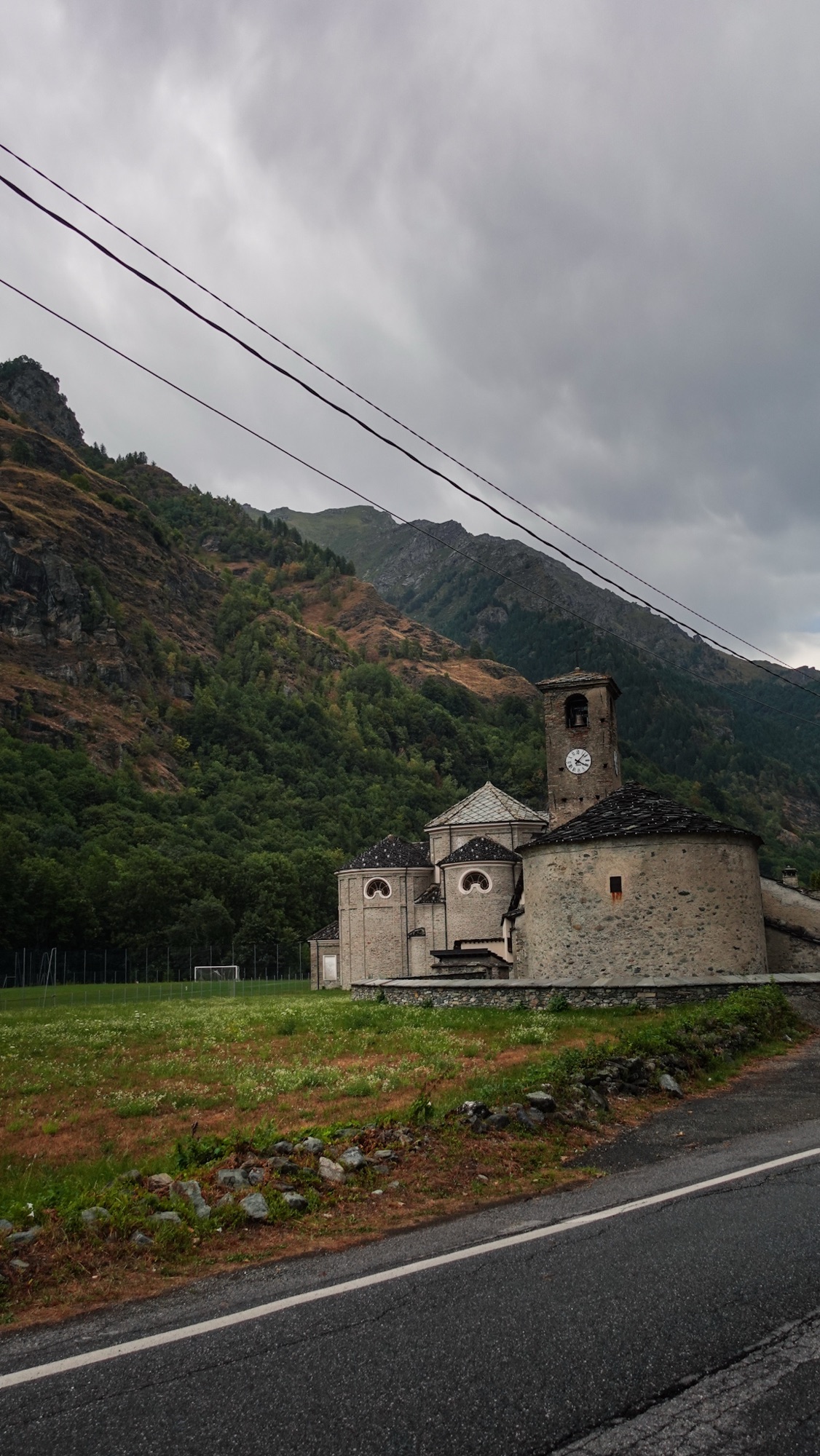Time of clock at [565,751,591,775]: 4:07
